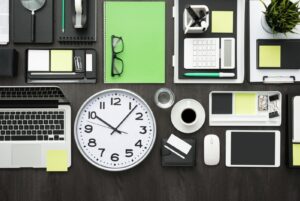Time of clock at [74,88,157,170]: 10:06
